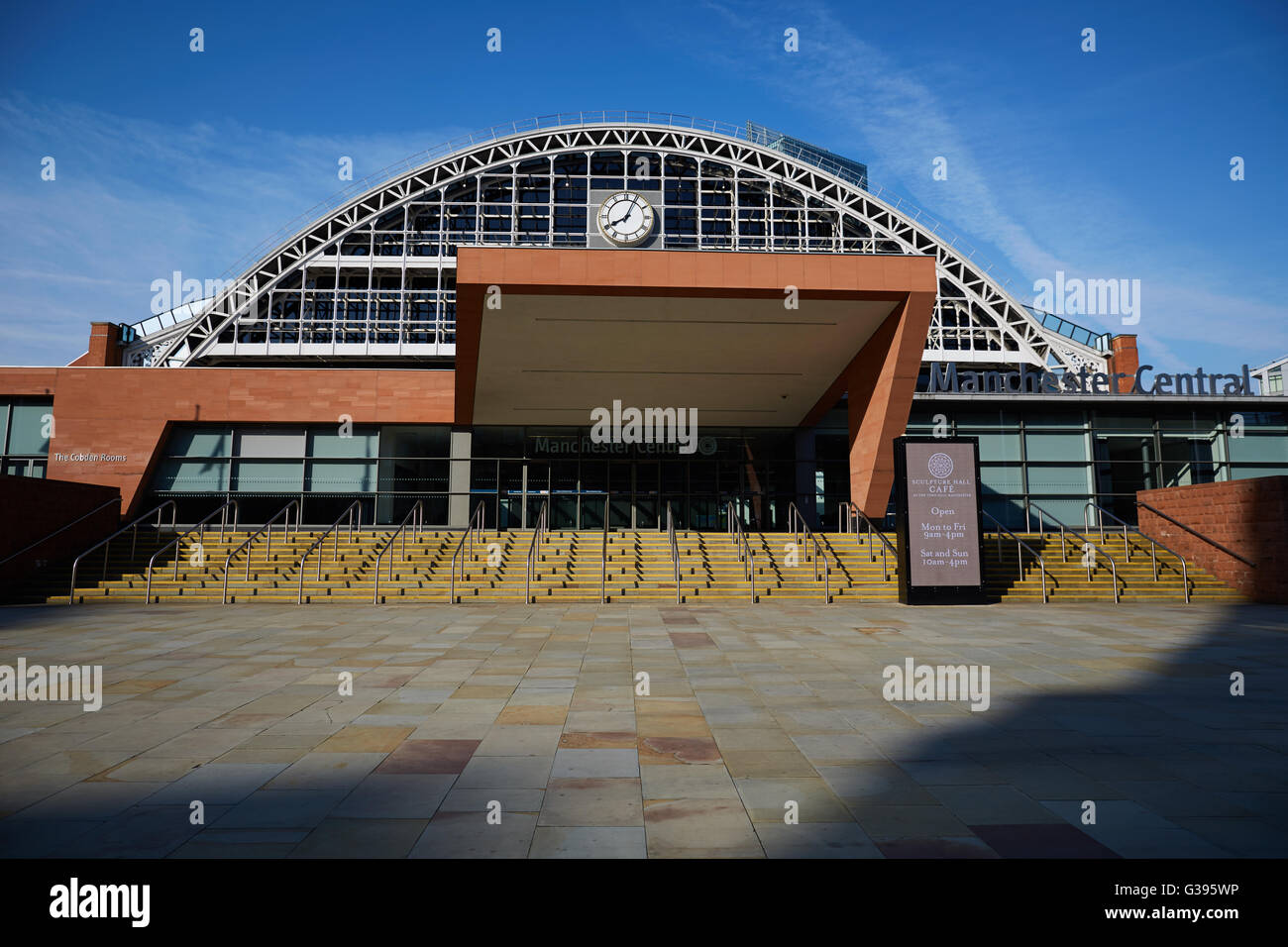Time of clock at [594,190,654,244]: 8:04
